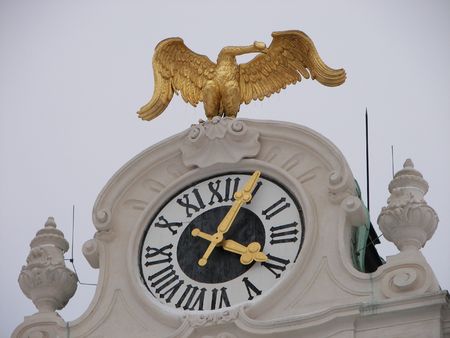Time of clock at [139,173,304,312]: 4:04
